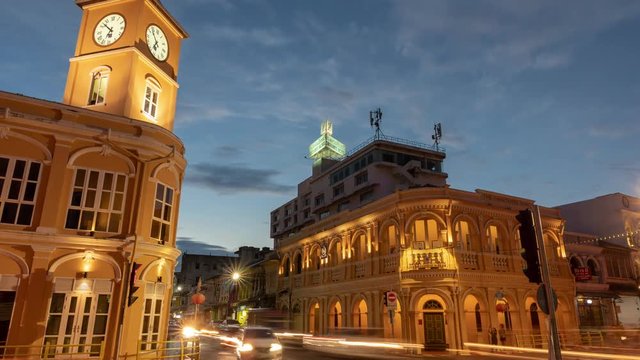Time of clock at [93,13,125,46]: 6:52
